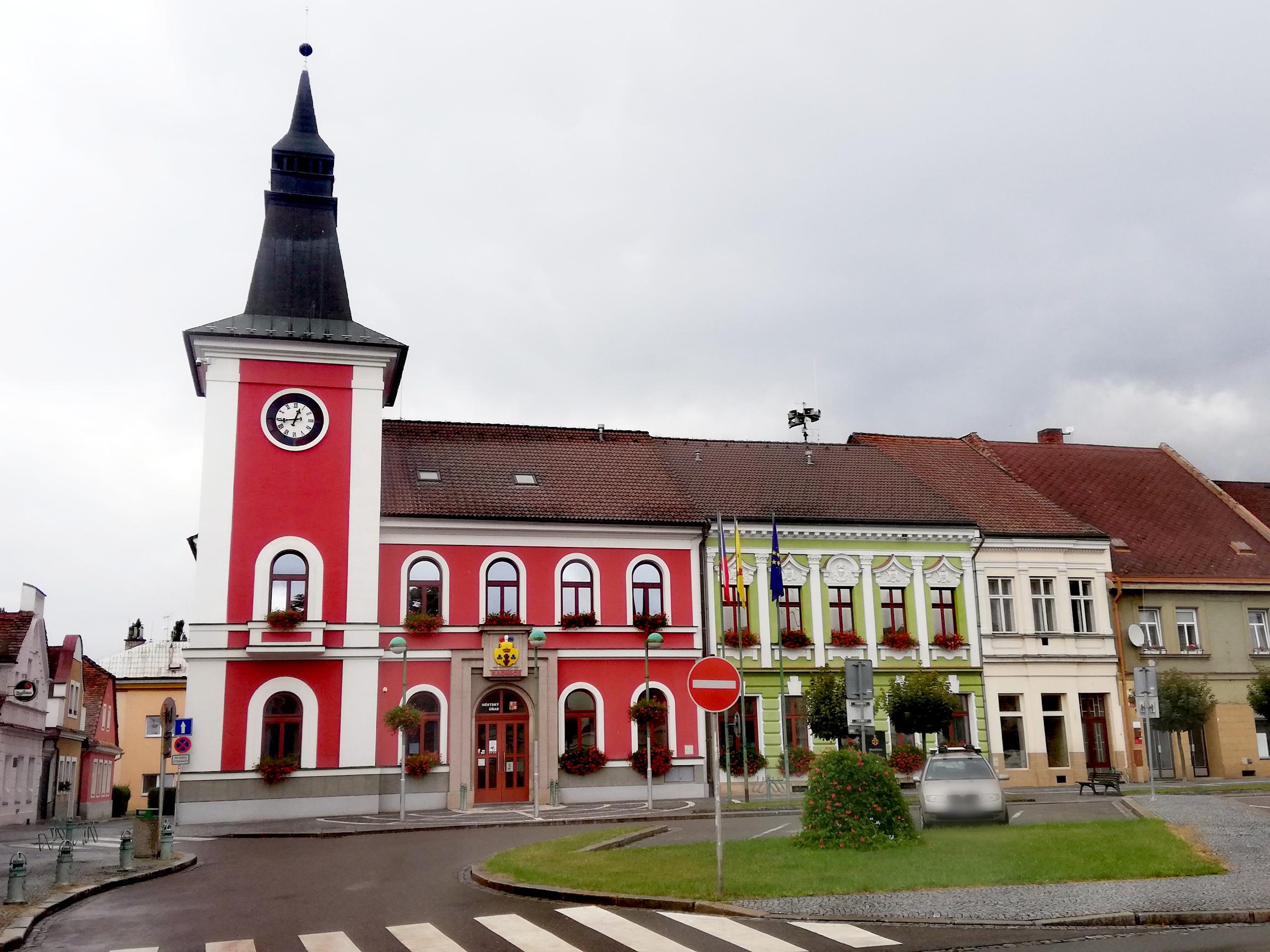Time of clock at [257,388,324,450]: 12:44
